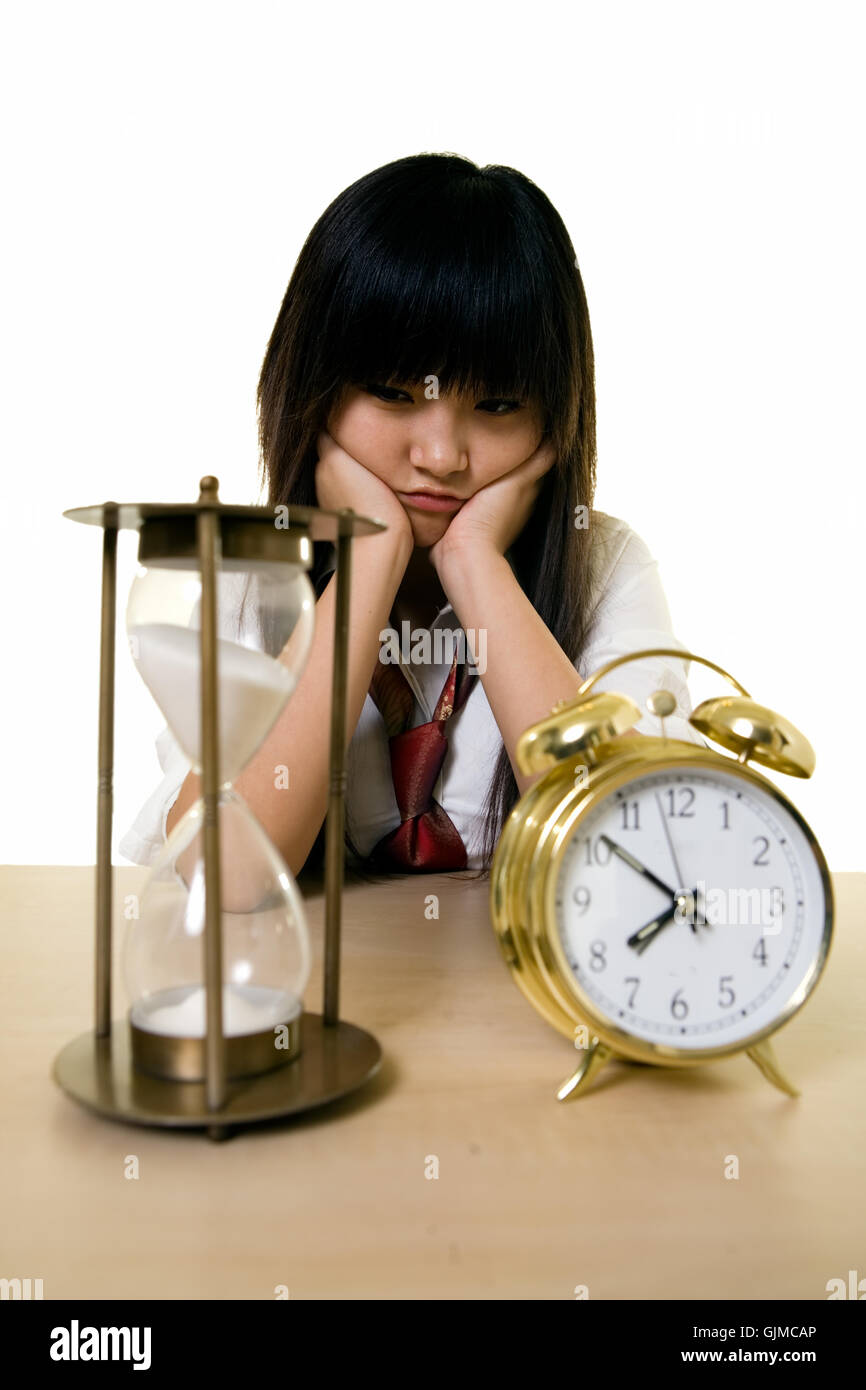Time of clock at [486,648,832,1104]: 7:51
